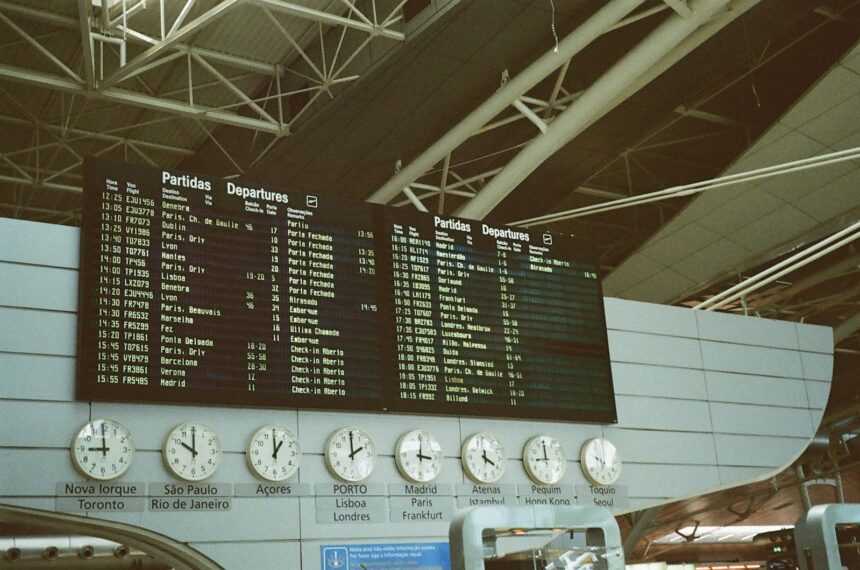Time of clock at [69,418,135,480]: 8:59
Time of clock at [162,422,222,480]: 9:59
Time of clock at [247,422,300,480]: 12:59
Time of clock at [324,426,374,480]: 1:59
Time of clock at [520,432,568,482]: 8:59
